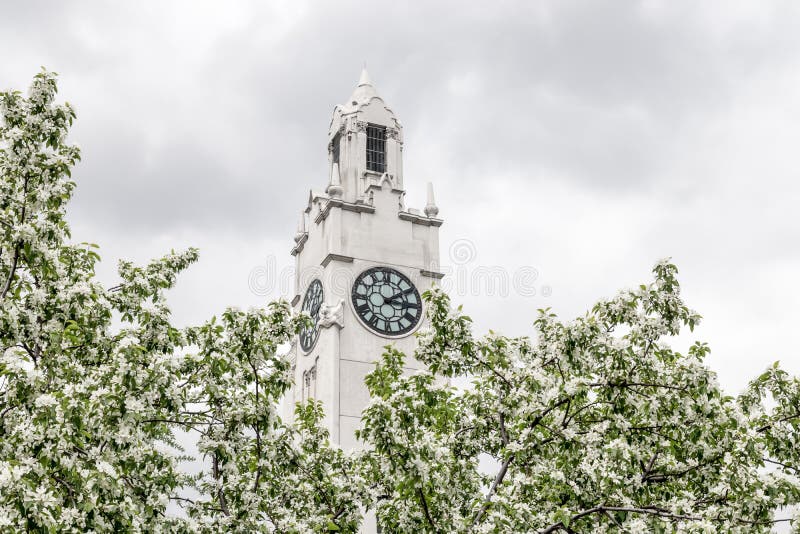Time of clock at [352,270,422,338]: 3:09
